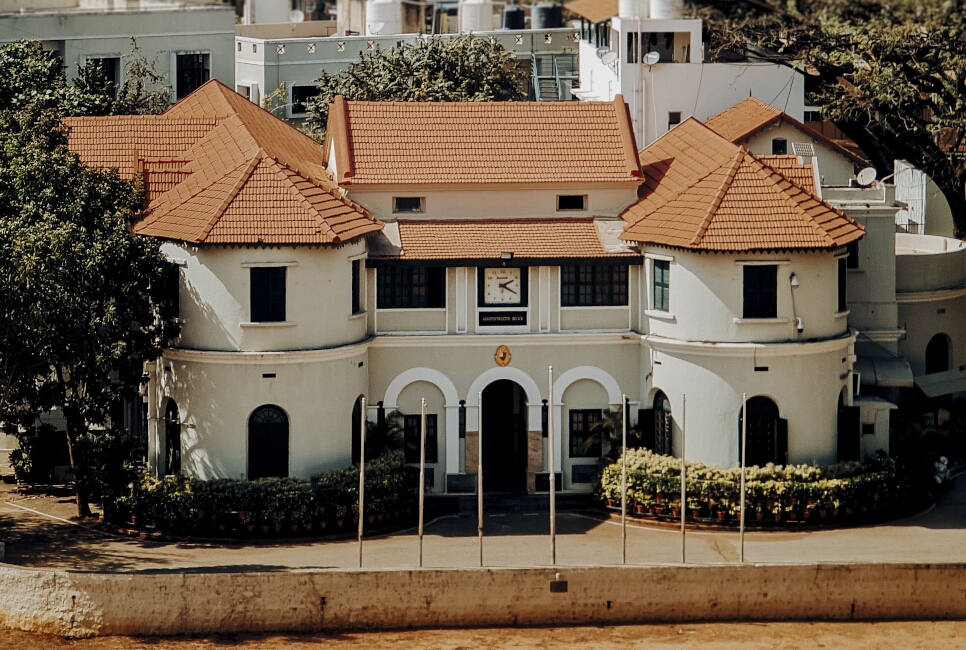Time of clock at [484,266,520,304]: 2:19
